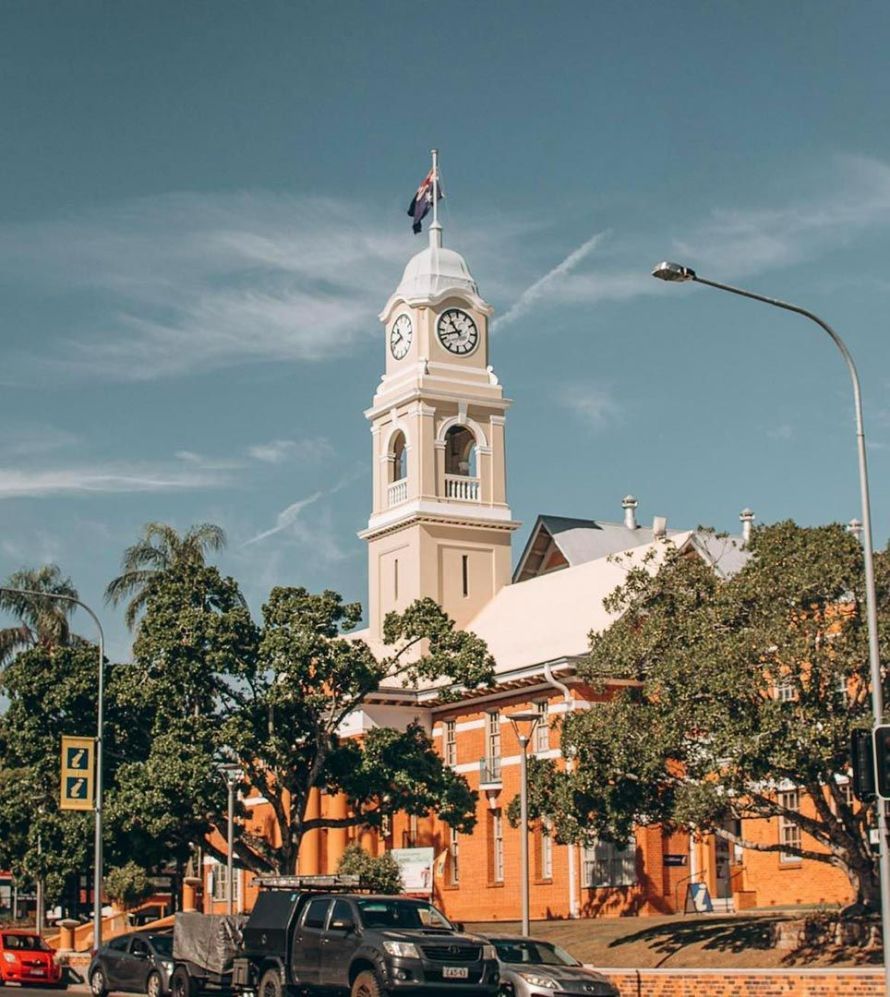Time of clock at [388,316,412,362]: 10:41
